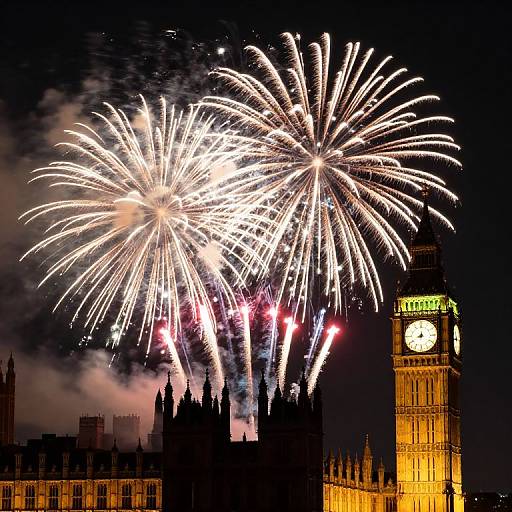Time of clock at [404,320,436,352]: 8:01
